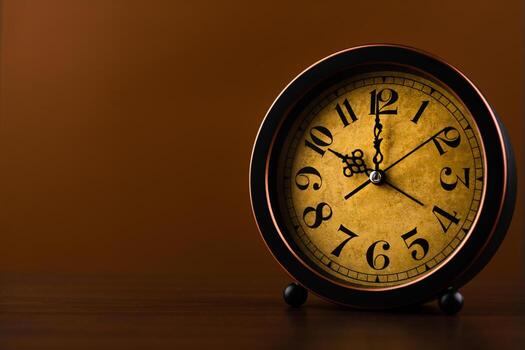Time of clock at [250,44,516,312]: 9:59
